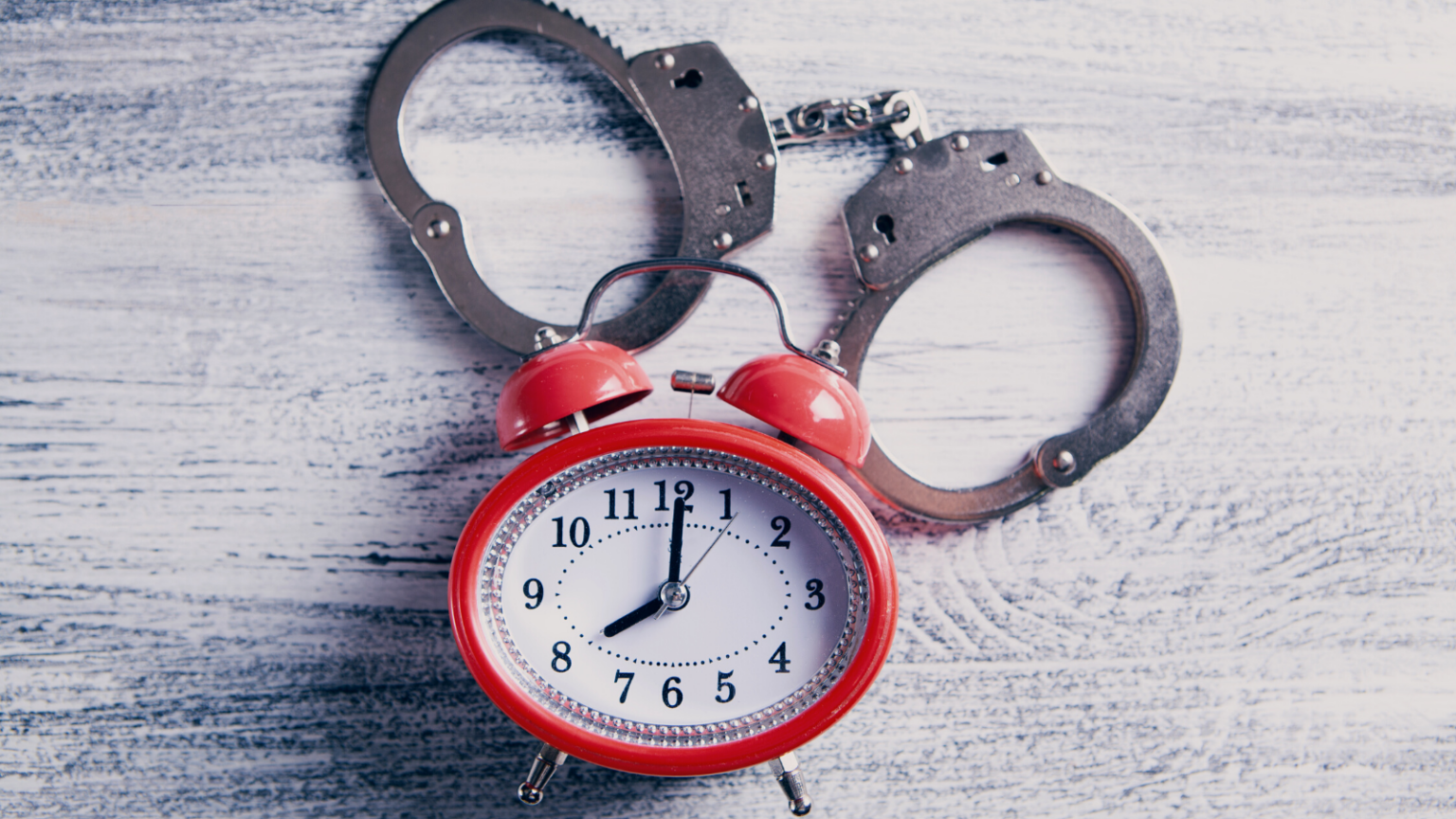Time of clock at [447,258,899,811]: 8:01
